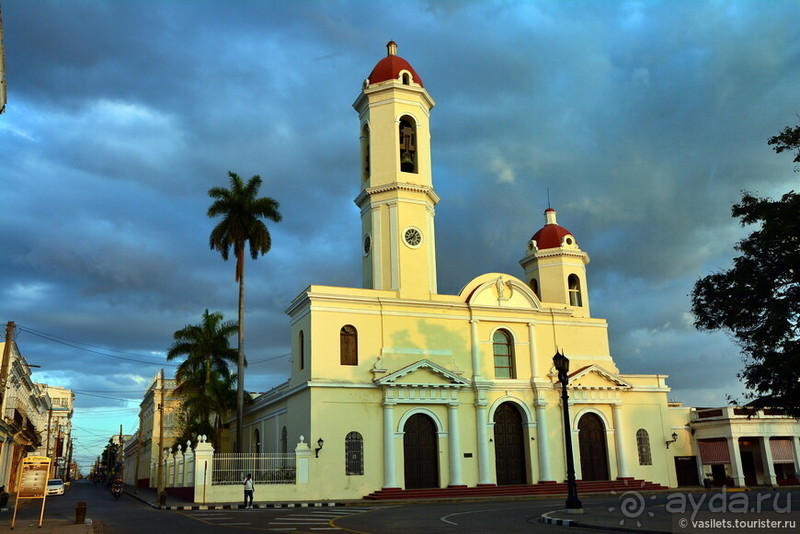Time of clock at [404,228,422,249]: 8:04
